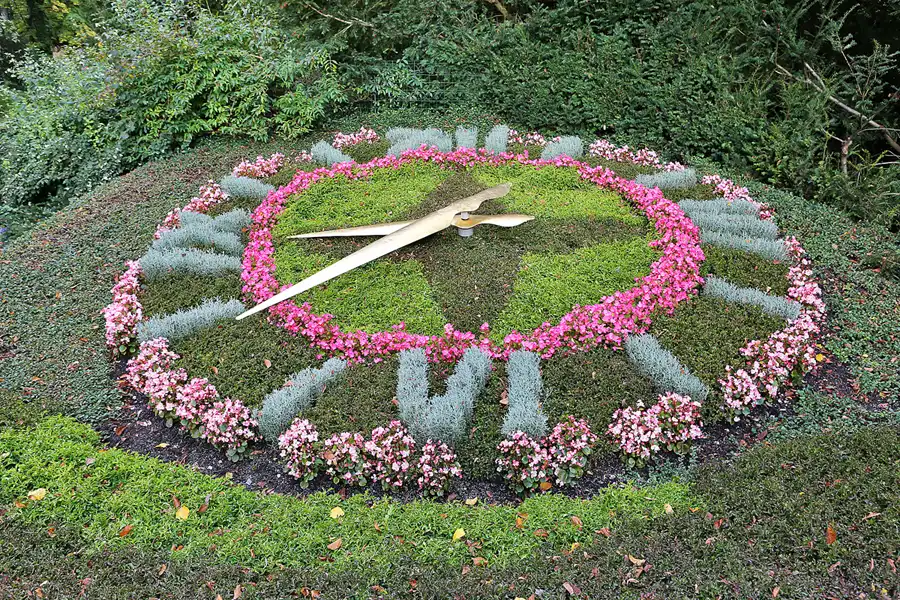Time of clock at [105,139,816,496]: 8:38
